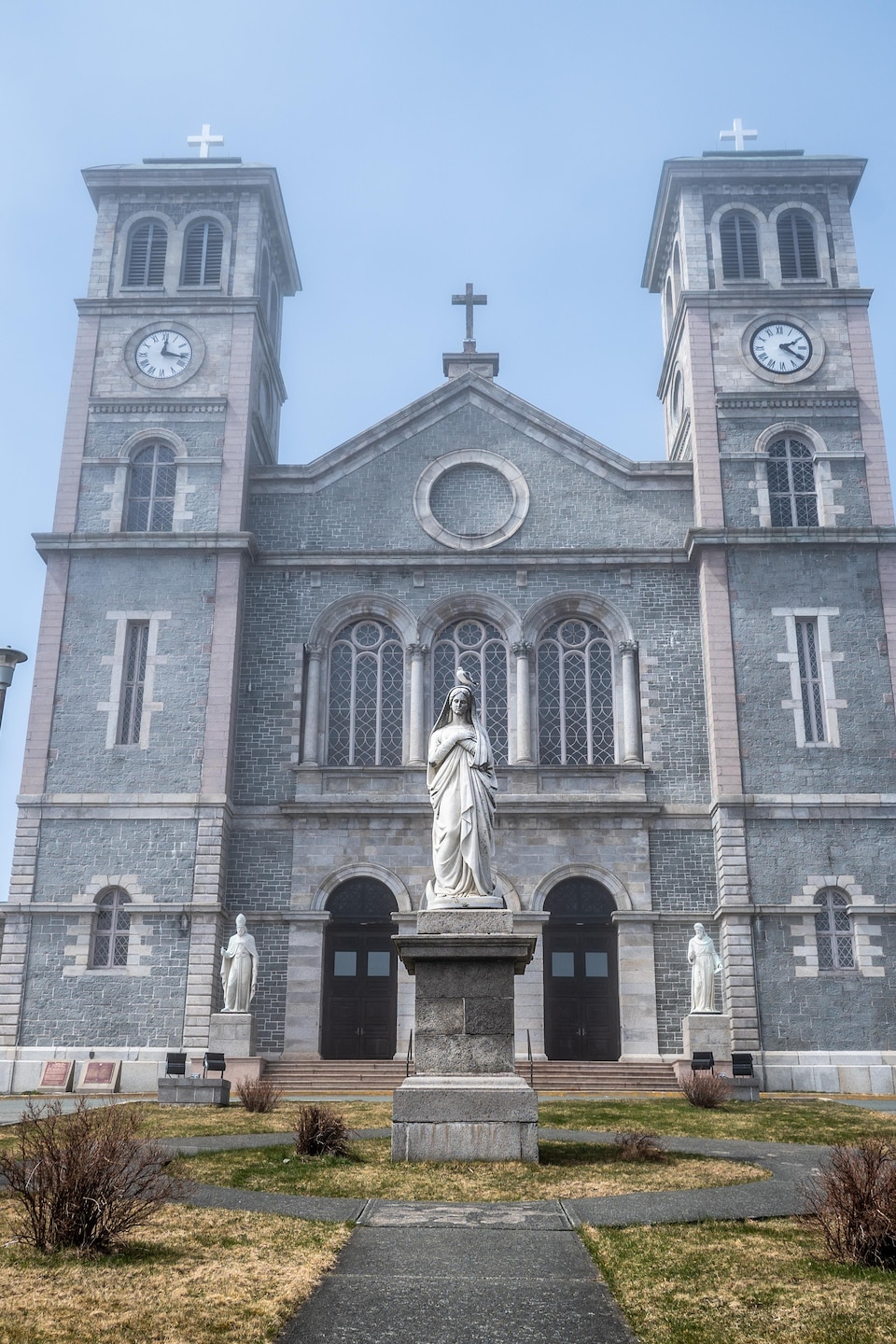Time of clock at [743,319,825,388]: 2:20
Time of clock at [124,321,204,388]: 12:16
